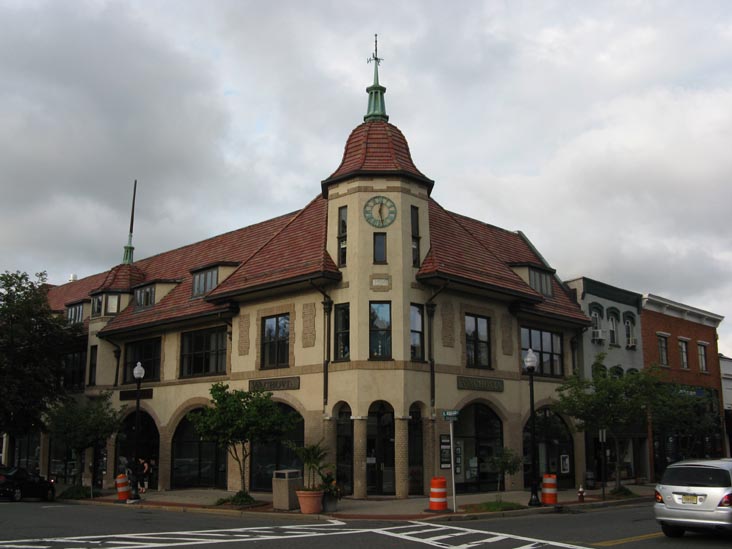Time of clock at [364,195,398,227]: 12:27
